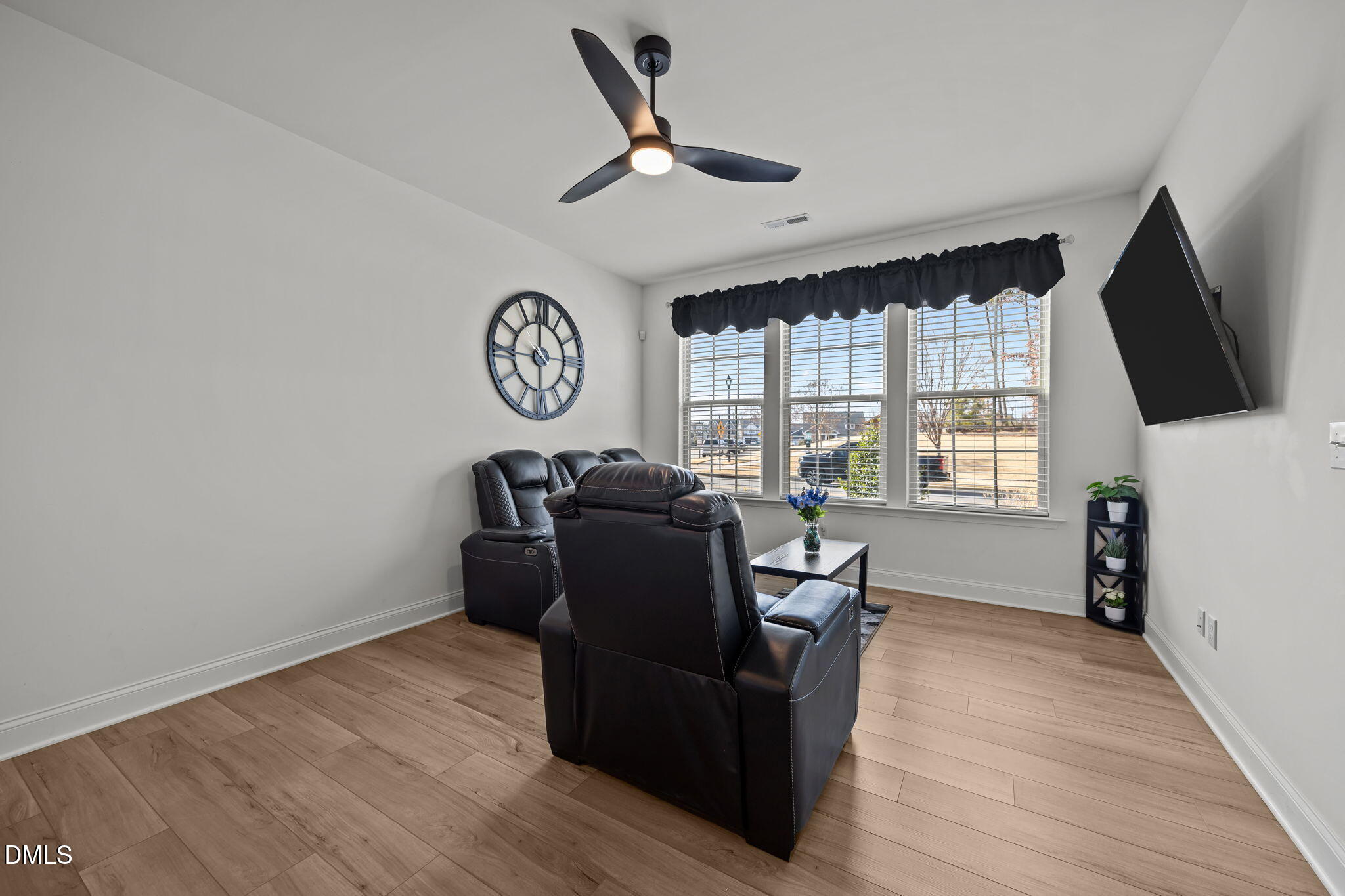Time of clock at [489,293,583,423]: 5:59
